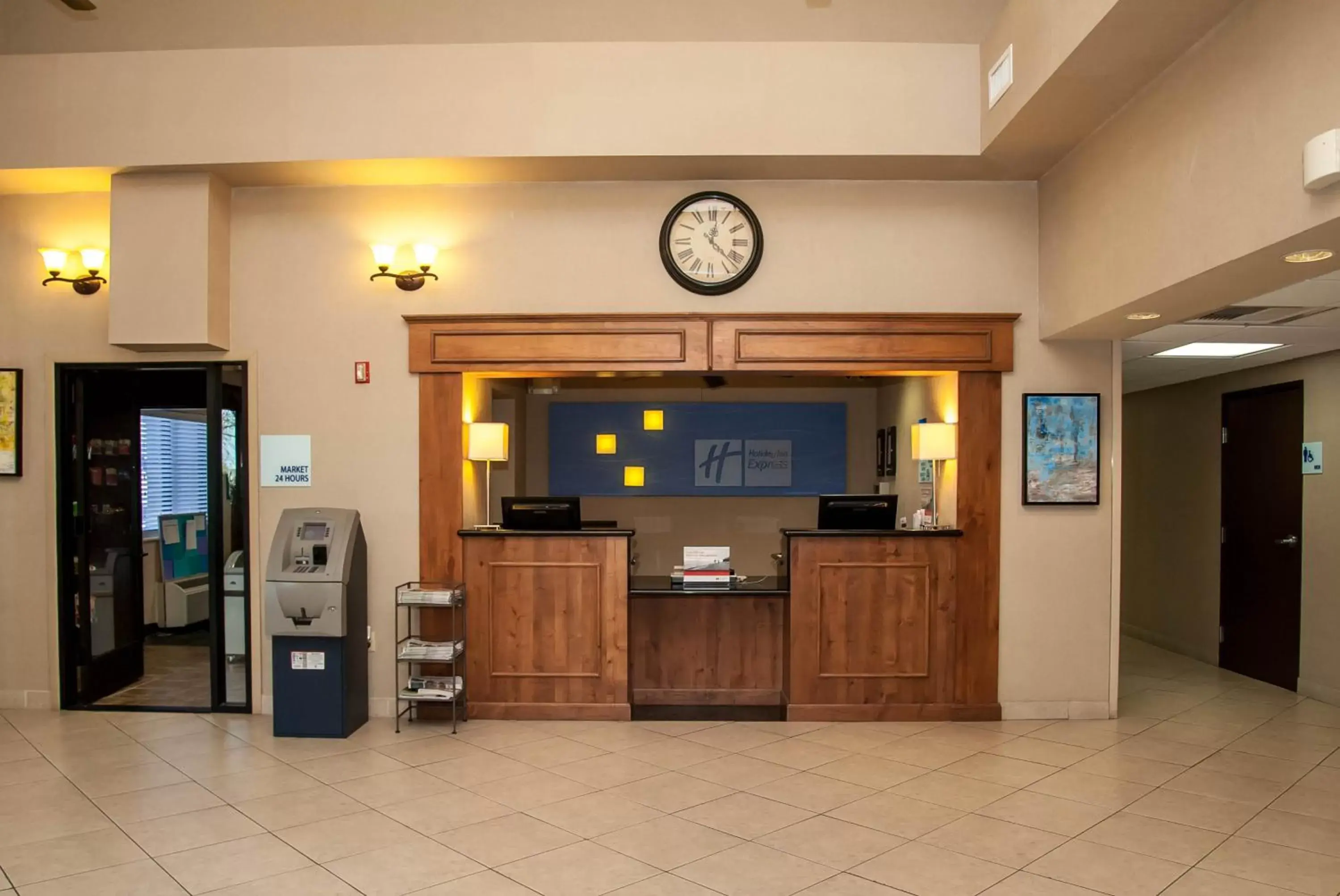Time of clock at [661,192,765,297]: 12:22
